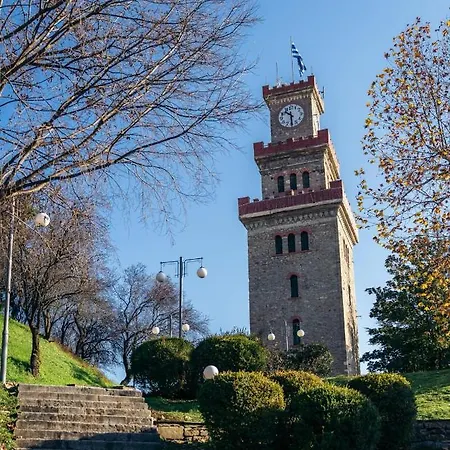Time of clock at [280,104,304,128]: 10:30
